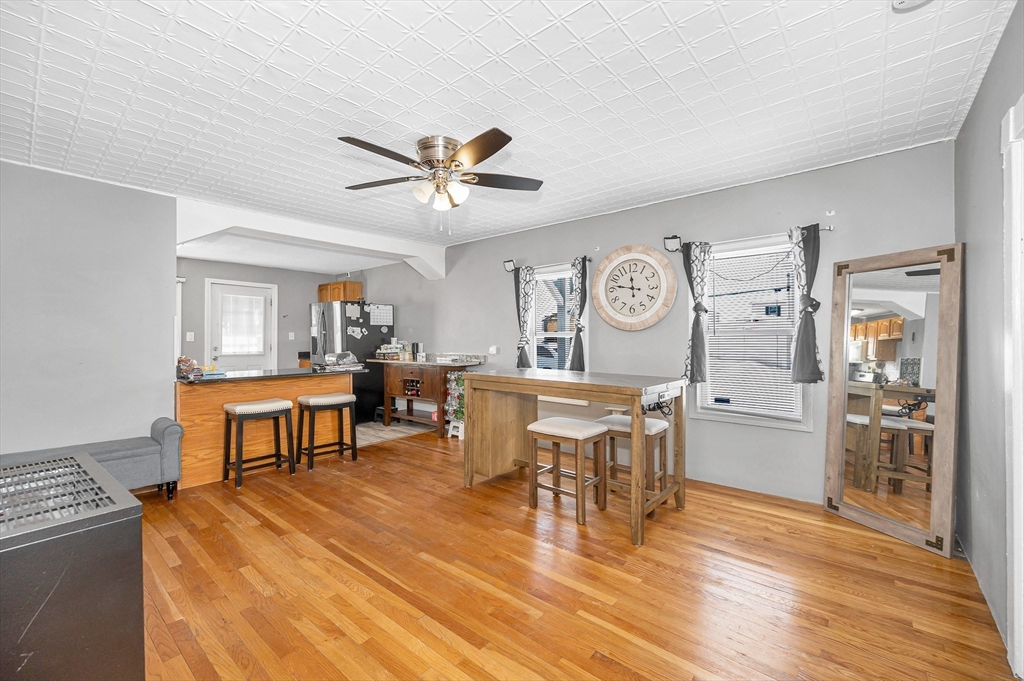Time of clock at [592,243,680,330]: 11:46
